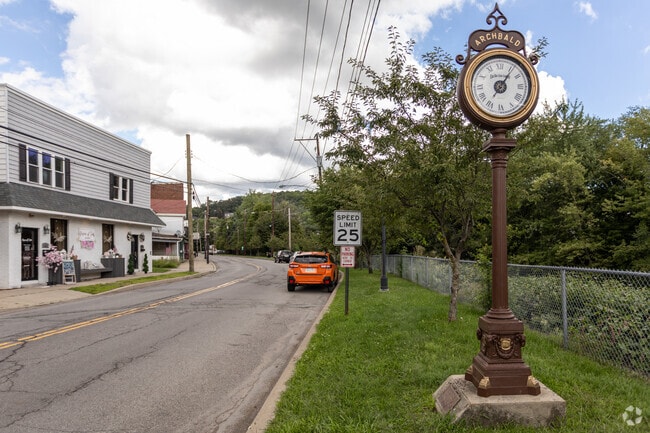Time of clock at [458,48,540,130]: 7:06
